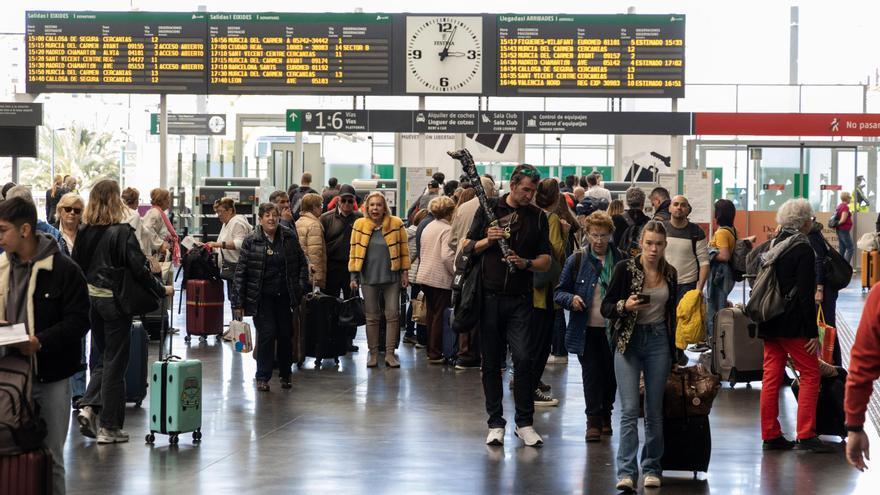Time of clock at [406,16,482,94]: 3:03
